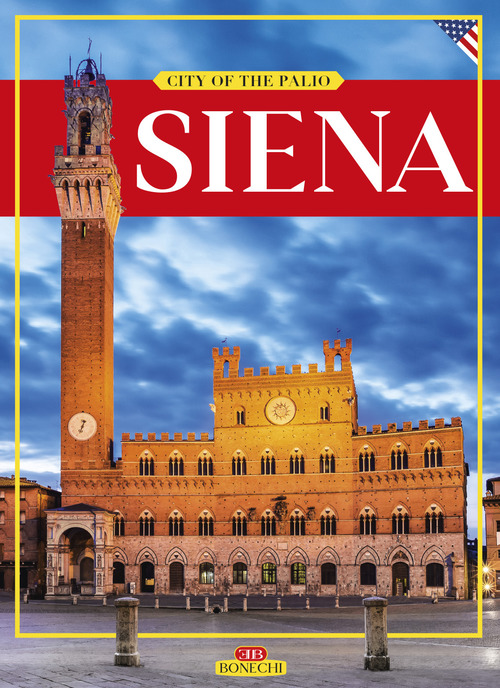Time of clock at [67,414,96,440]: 12:33
